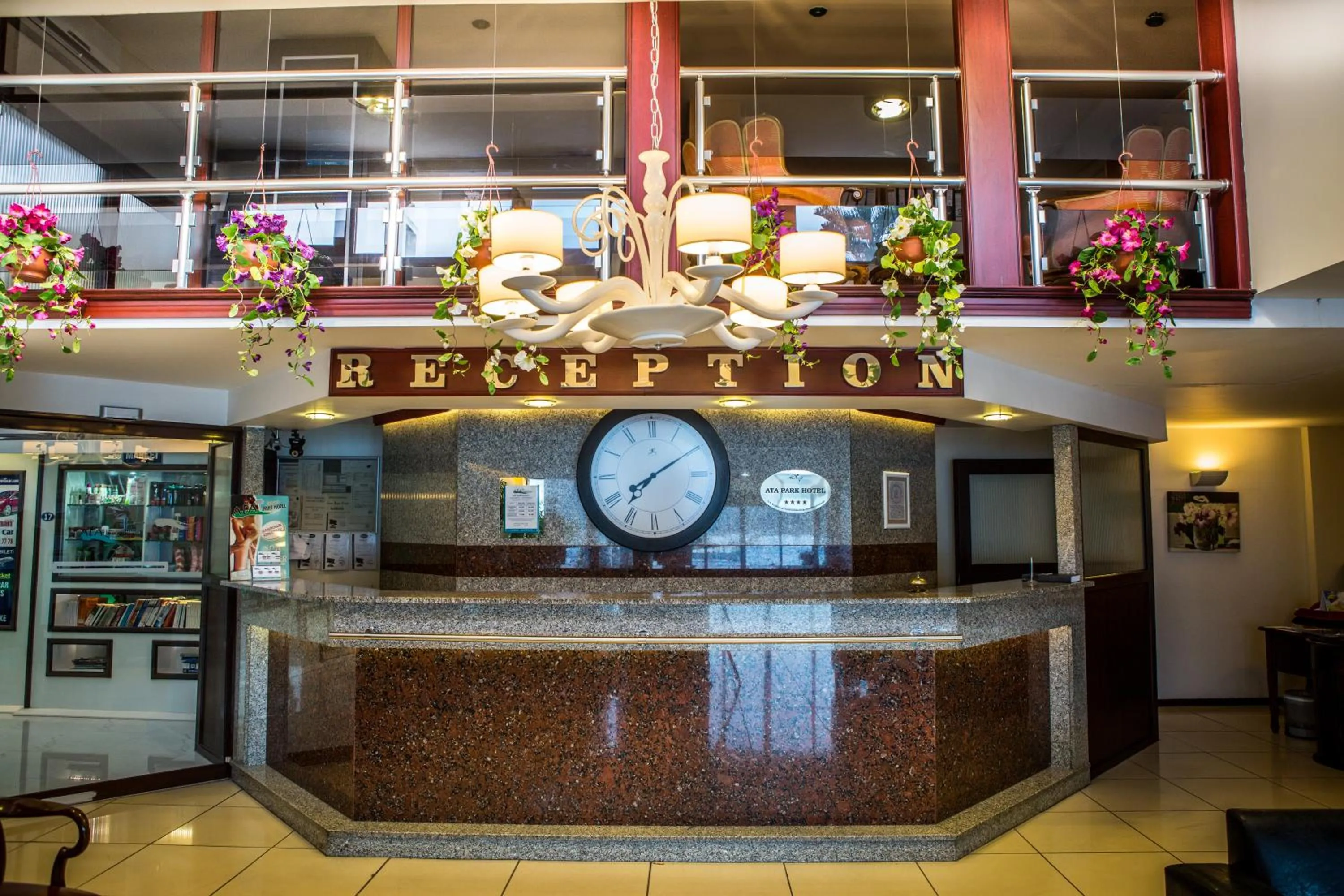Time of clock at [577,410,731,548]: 7:09
